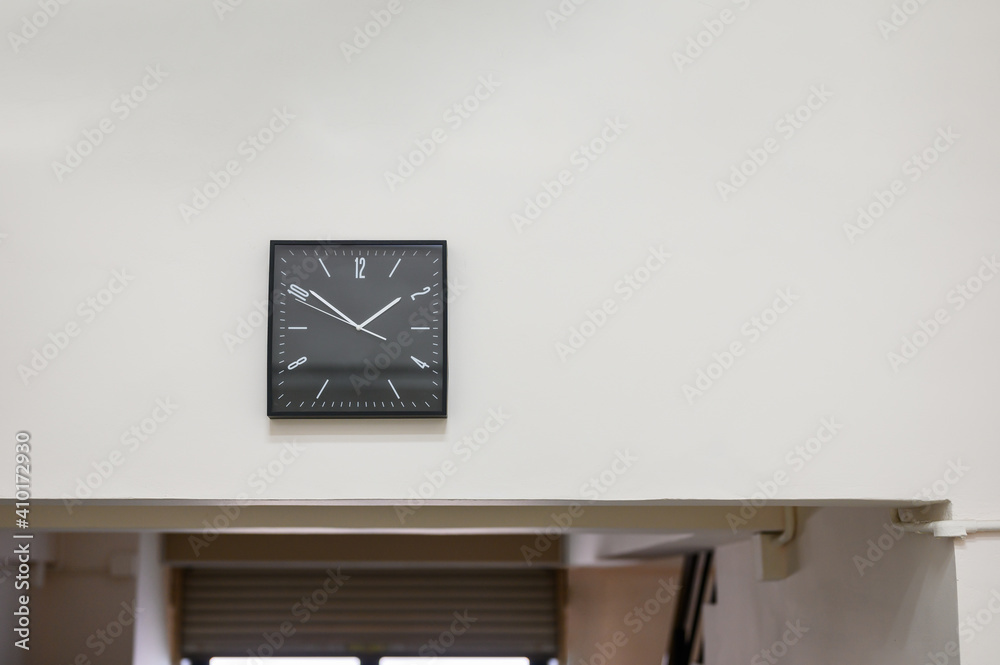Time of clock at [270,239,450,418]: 1:50
